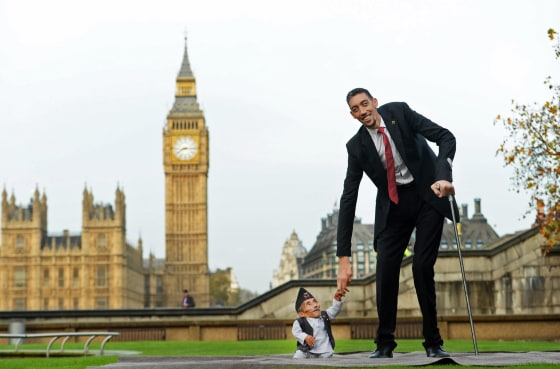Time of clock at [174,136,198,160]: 8:14
